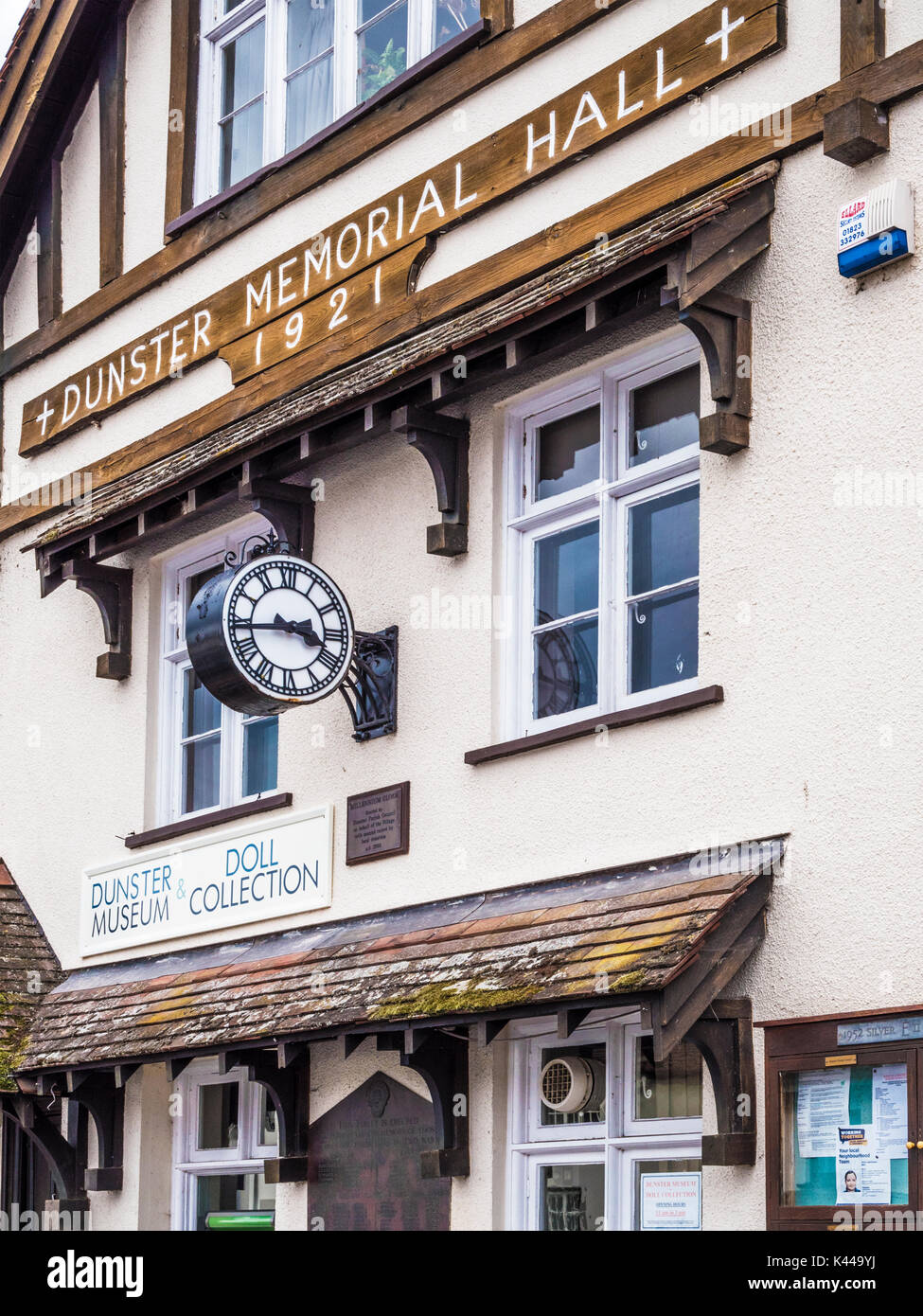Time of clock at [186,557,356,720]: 3:43
